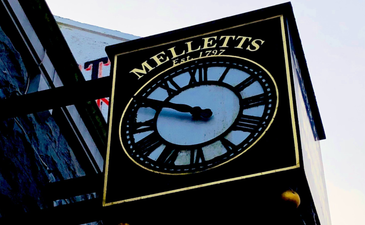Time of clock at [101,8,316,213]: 9:48
